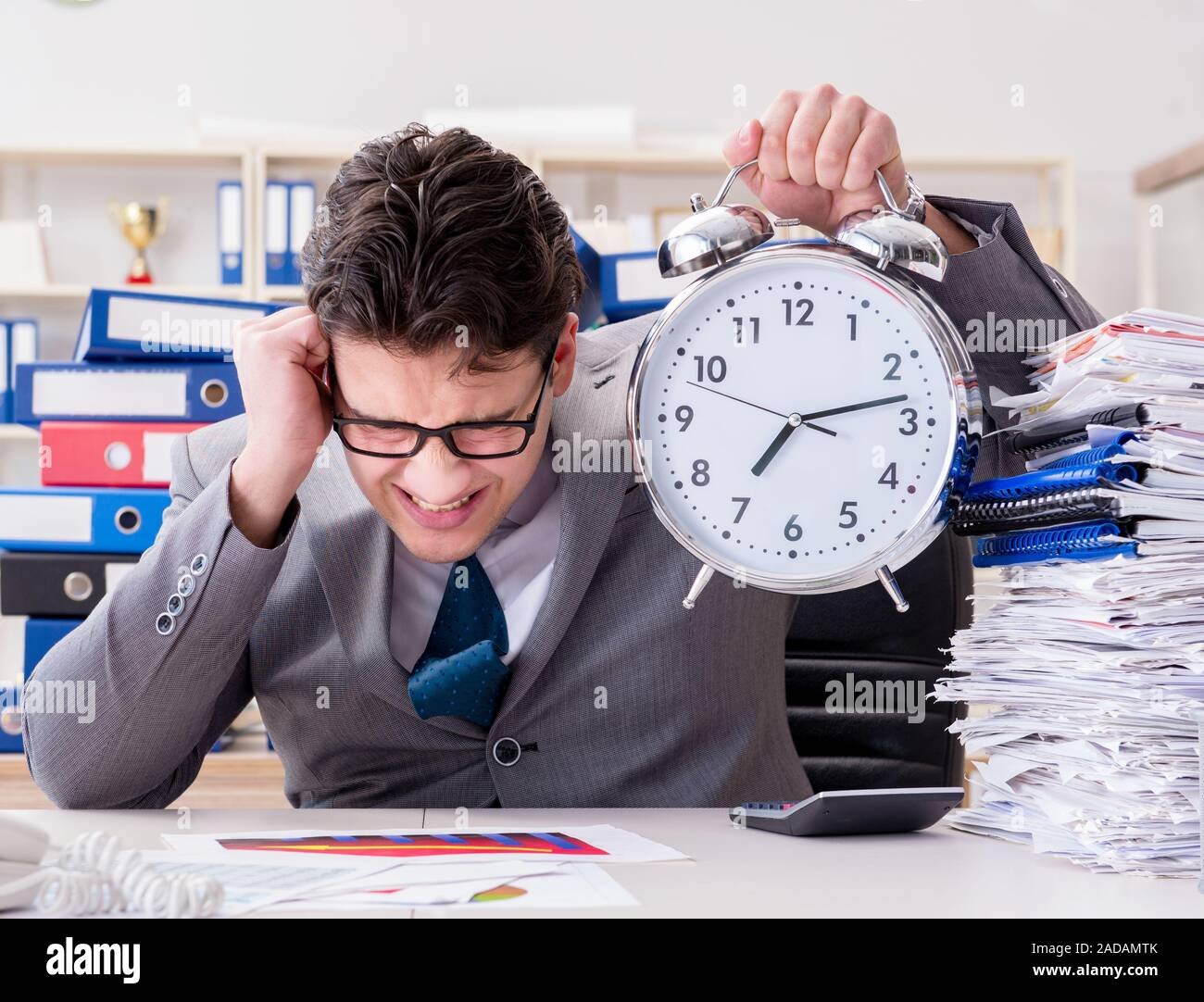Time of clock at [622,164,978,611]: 7:13
